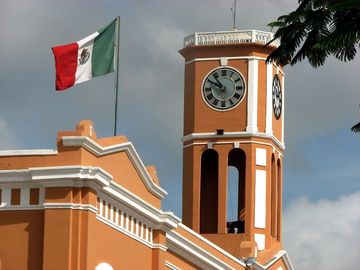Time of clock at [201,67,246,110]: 10:49
